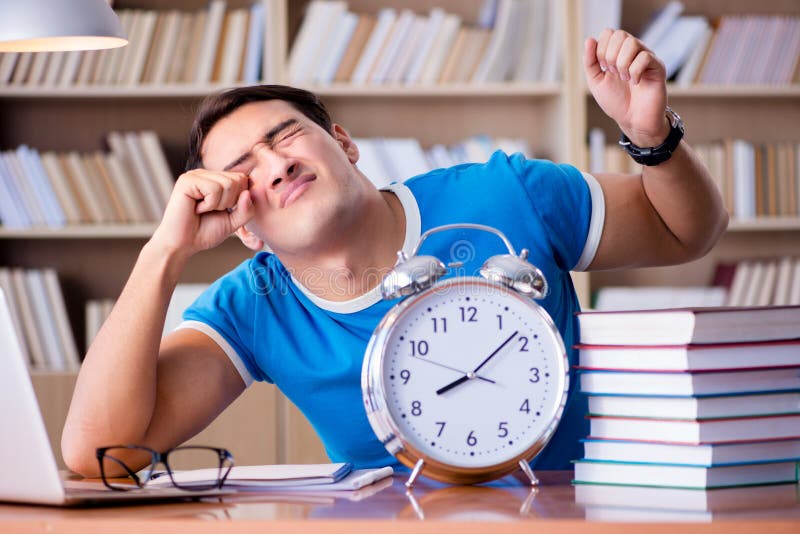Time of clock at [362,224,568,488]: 8:08
